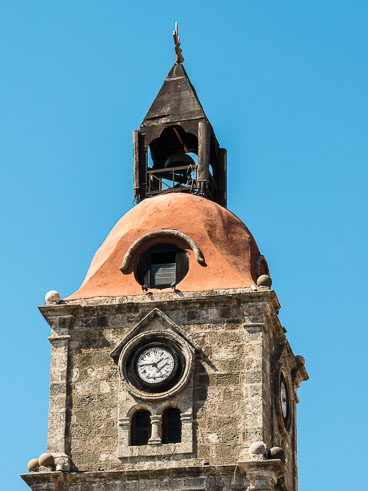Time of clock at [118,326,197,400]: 1:44
